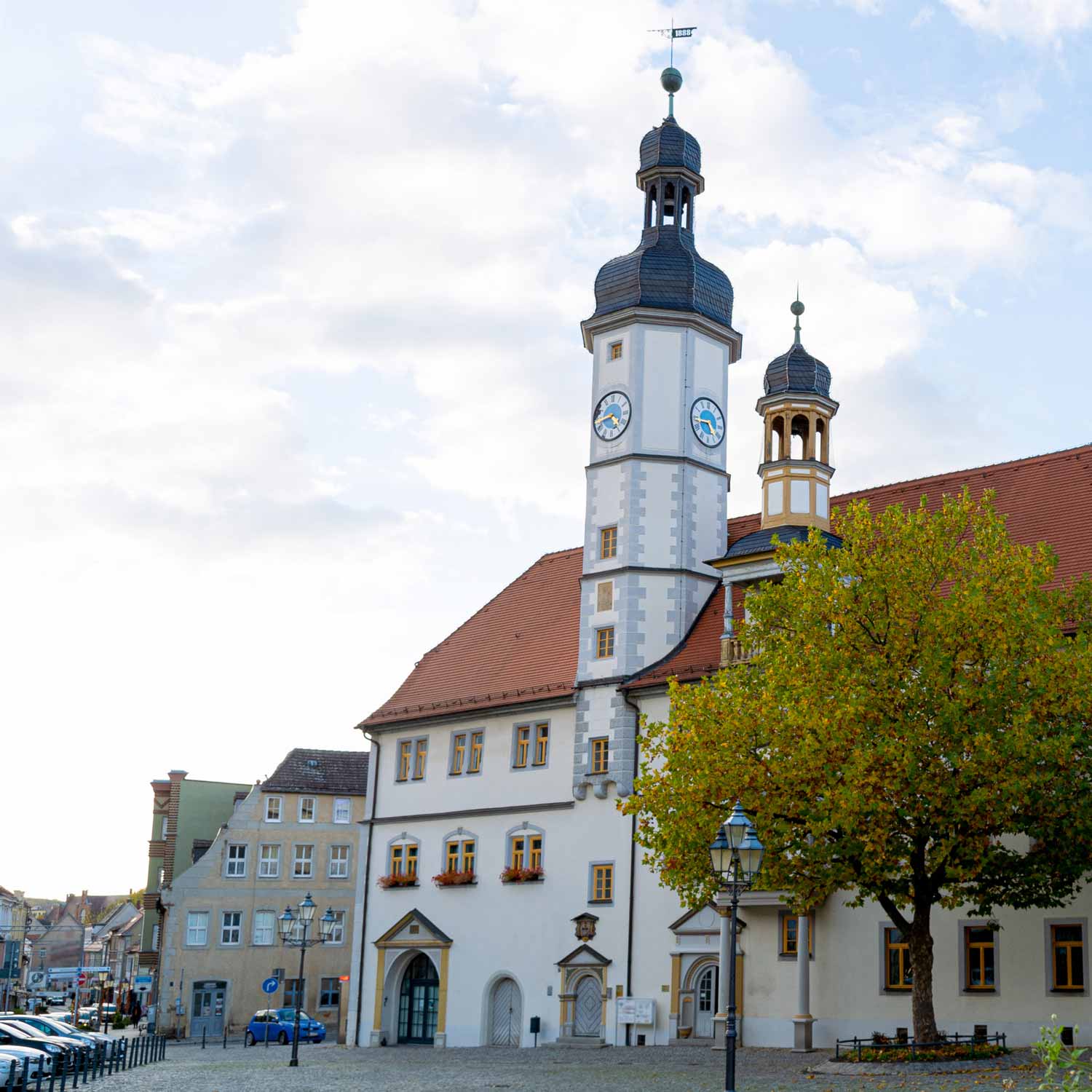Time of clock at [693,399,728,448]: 4:43
